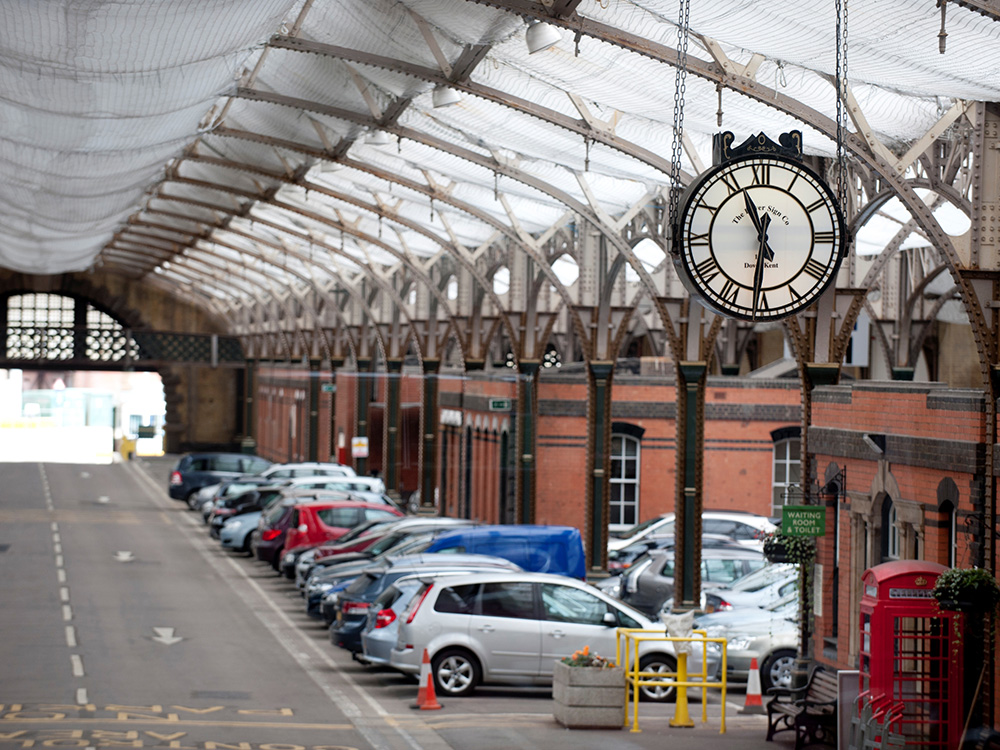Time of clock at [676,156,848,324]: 11:31
